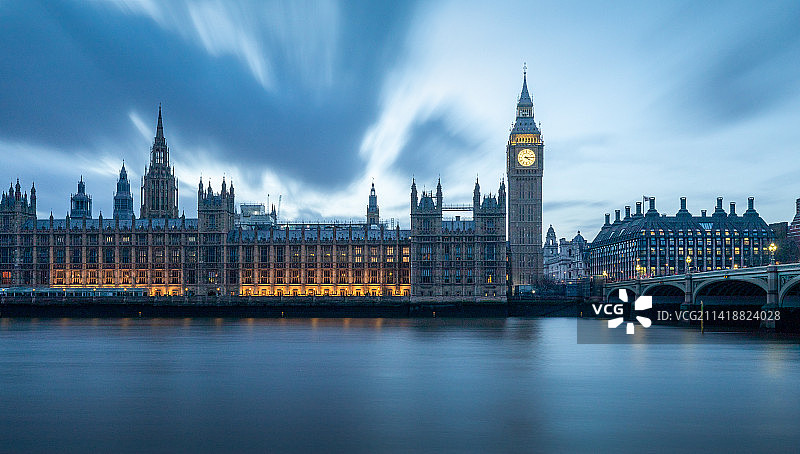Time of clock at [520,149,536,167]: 4:14
